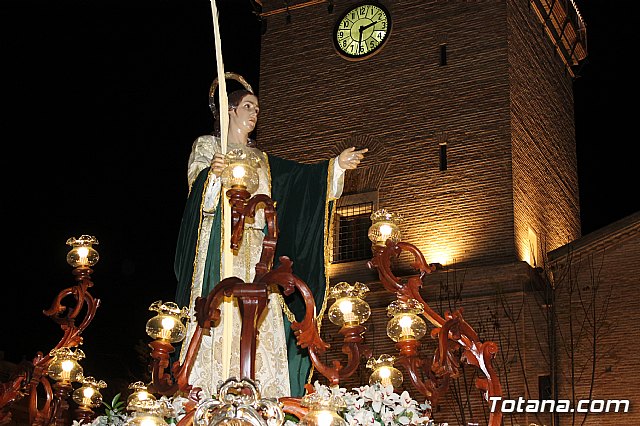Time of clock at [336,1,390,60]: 2:31
